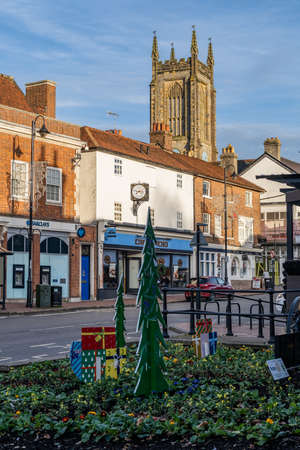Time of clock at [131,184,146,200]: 7:47
